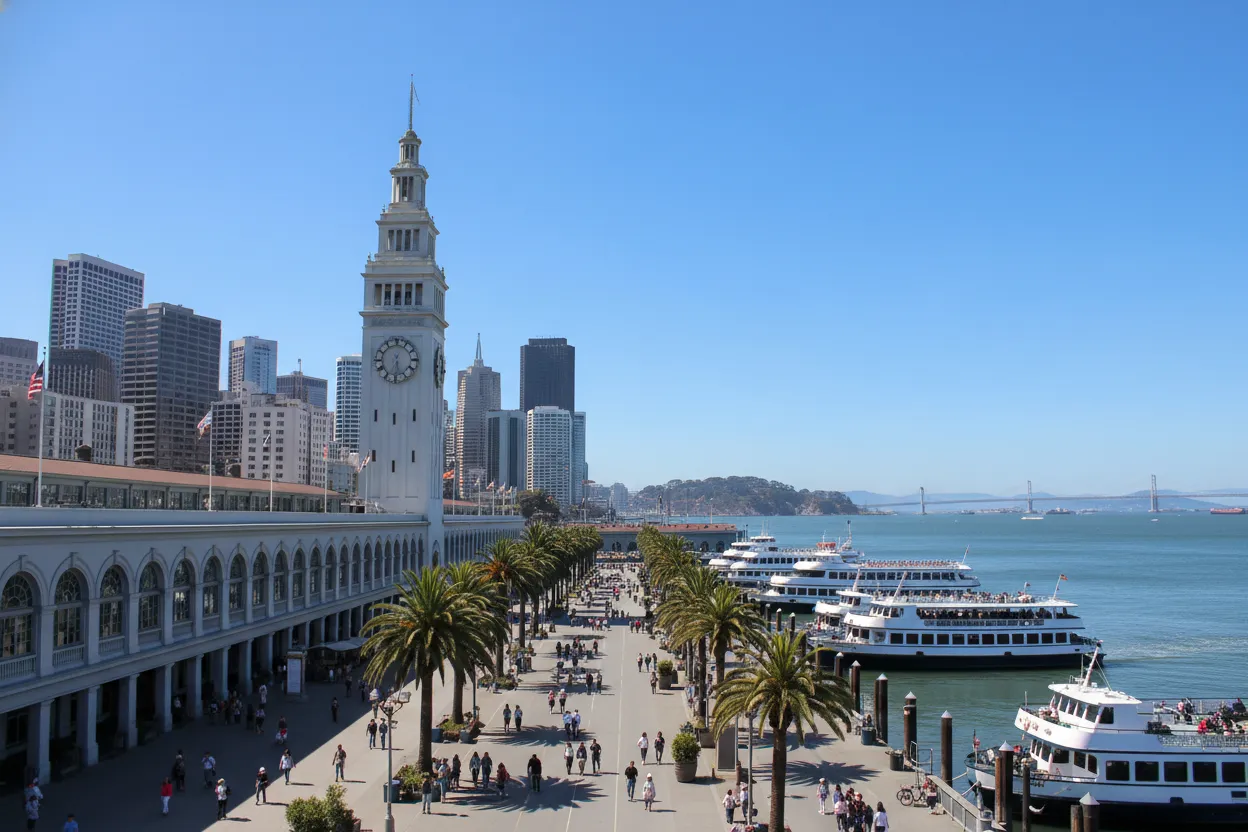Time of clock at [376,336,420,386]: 5:33
